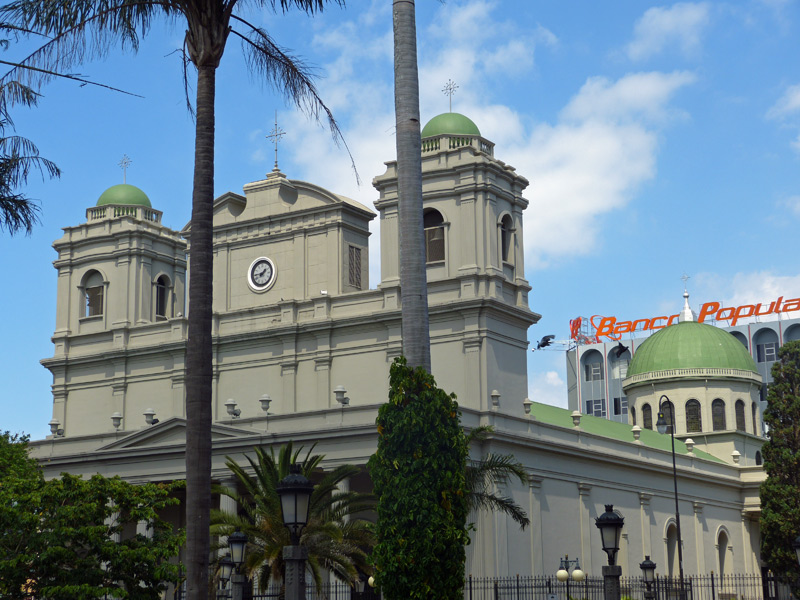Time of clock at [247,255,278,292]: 1:44
